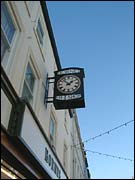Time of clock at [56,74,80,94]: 1:52
